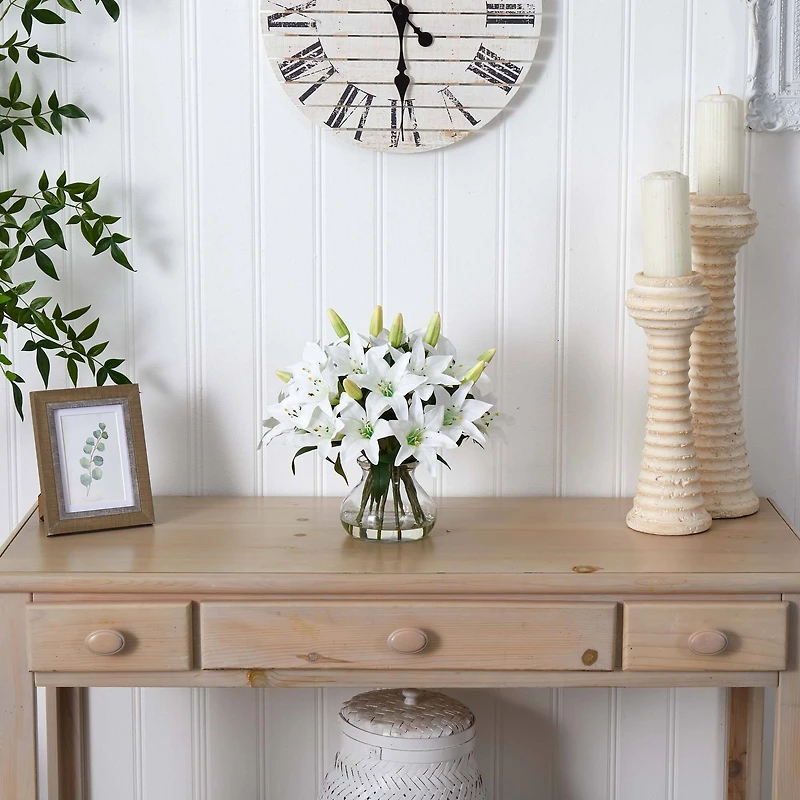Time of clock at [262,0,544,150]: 4:29
